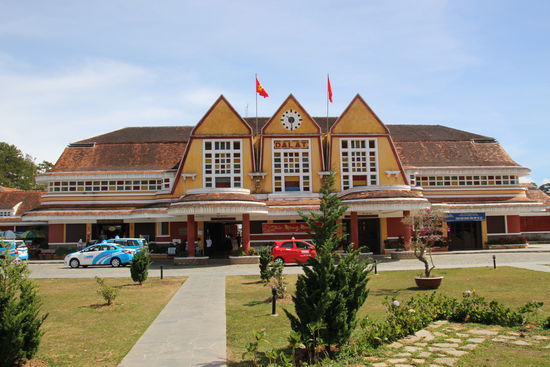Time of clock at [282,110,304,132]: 7:30
